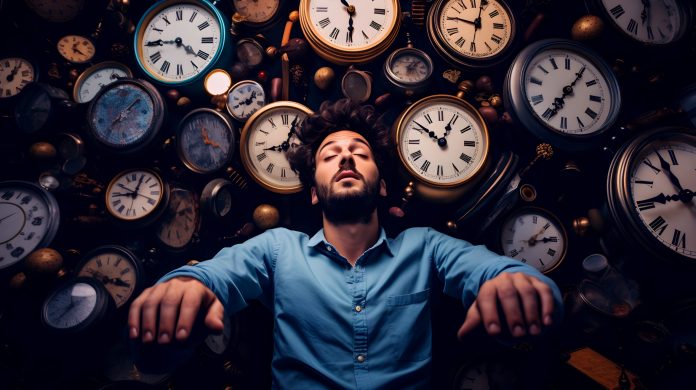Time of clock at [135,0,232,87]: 4:44
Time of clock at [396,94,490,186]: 12:51
